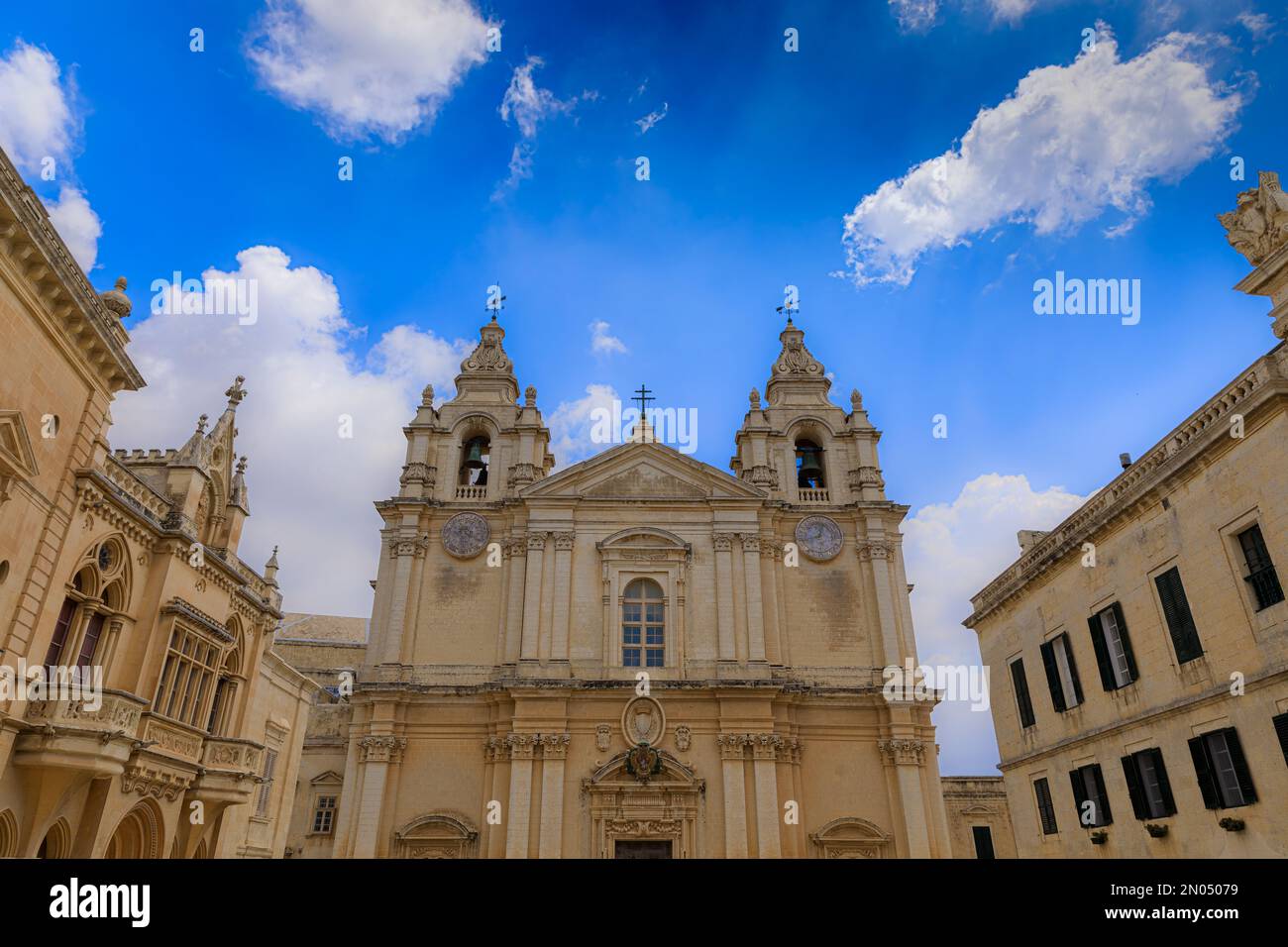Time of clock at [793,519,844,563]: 12:41
